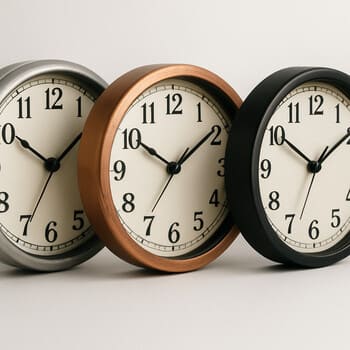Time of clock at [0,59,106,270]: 10:08
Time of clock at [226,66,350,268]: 10:09
